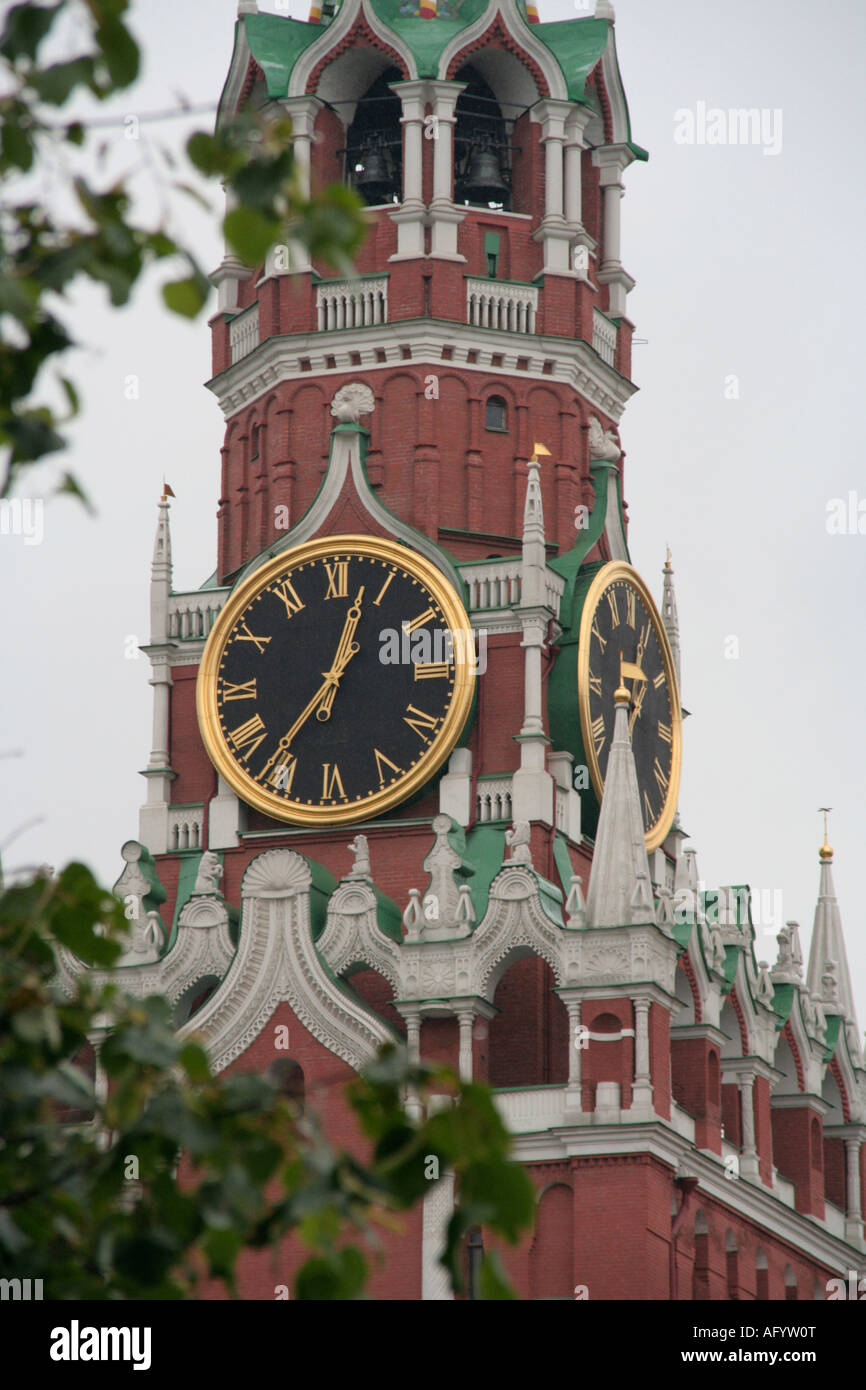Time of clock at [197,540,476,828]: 12:36
